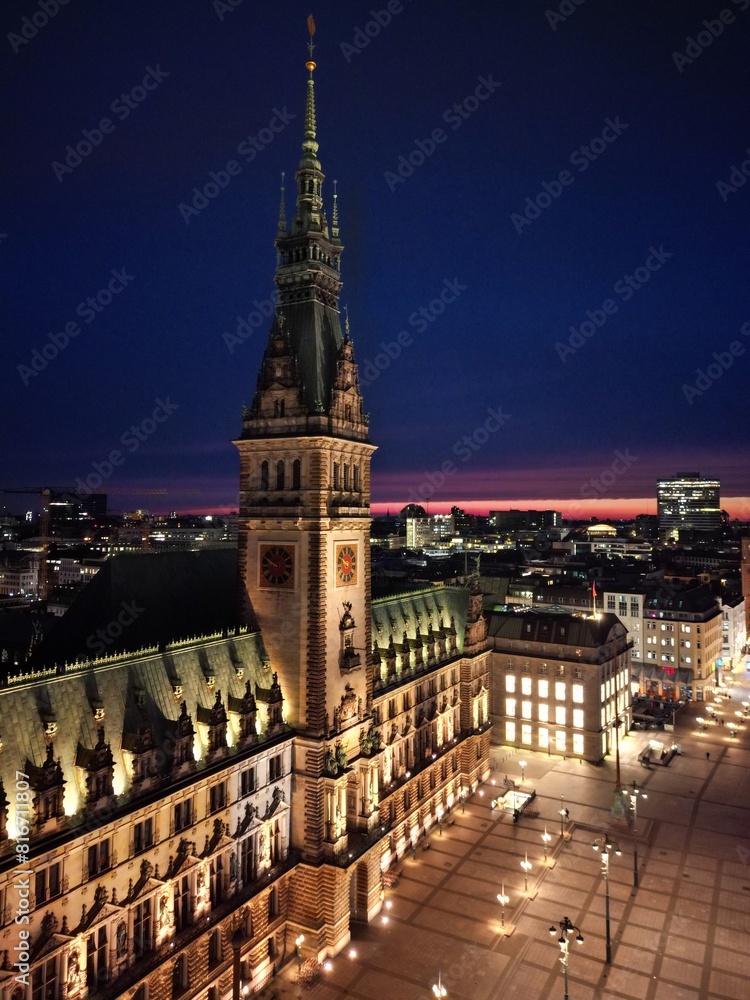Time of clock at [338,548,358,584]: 9:48
